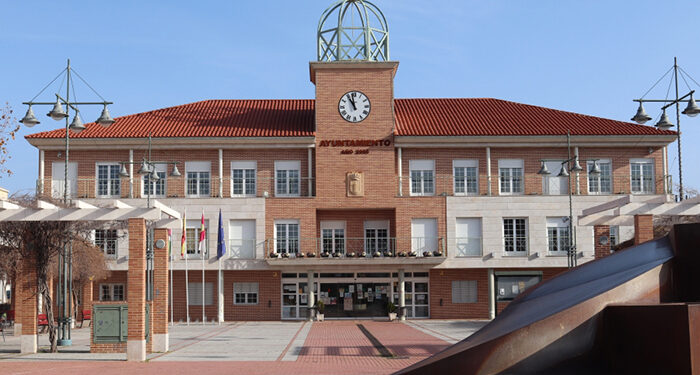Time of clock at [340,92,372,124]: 10:58
